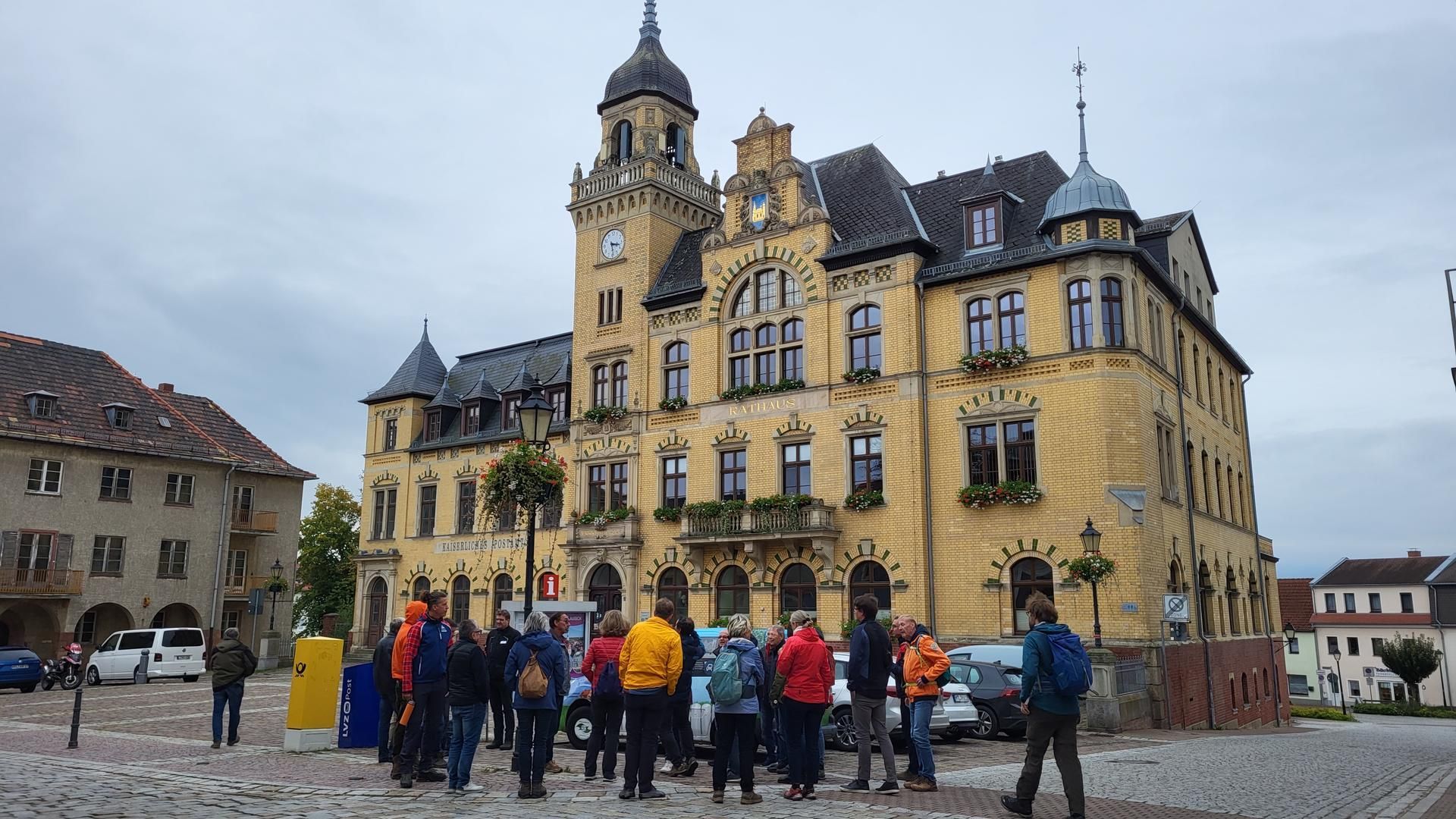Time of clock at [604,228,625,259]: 3:28
